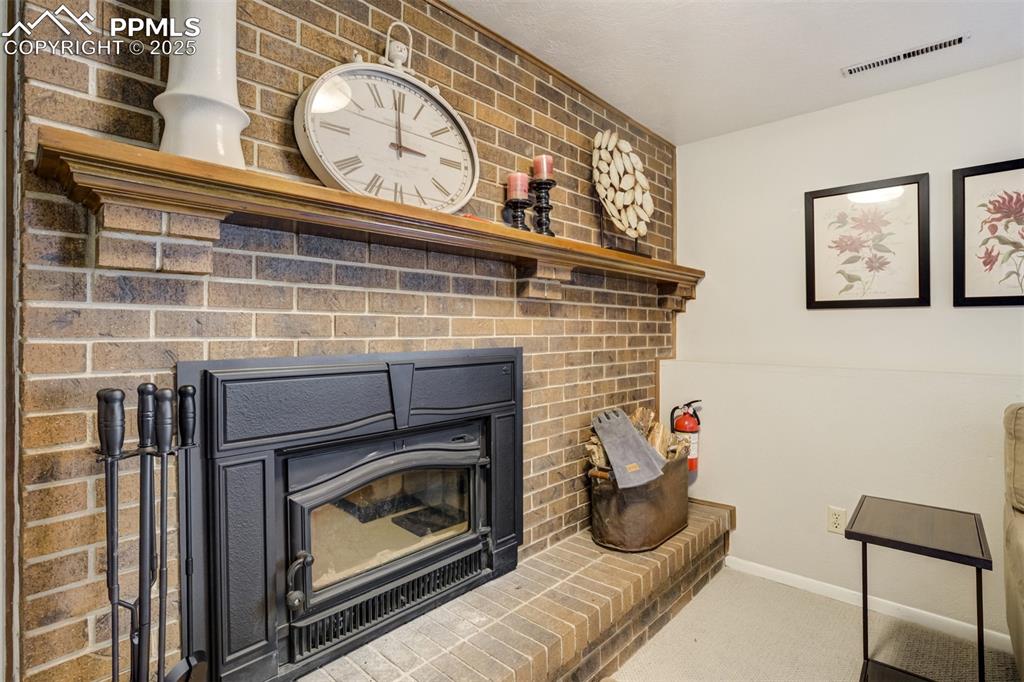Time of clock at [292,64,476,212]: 3:00
